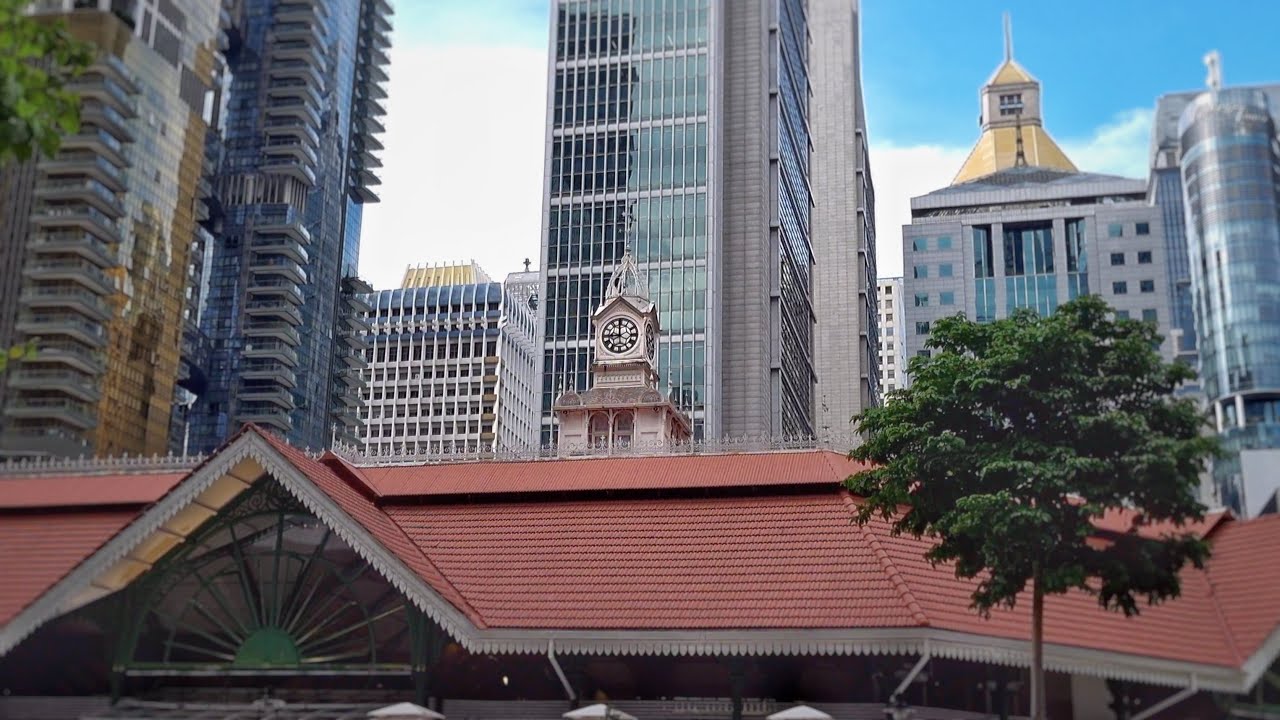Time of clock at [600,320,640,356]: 8:59
